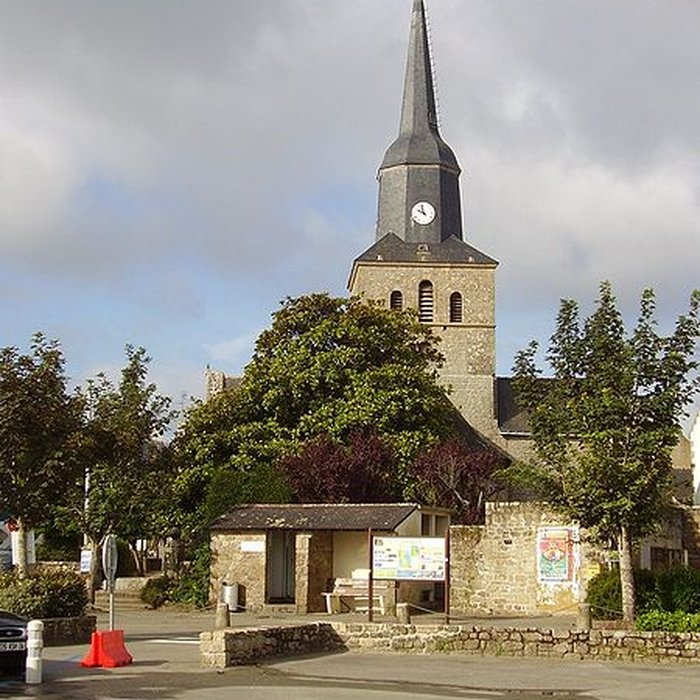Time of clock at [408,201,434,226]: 9:57
